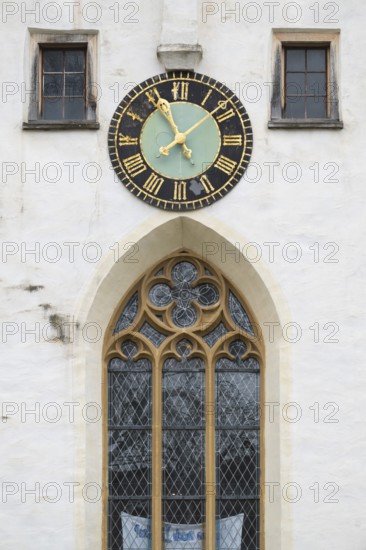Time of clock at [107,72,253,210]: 7:55
